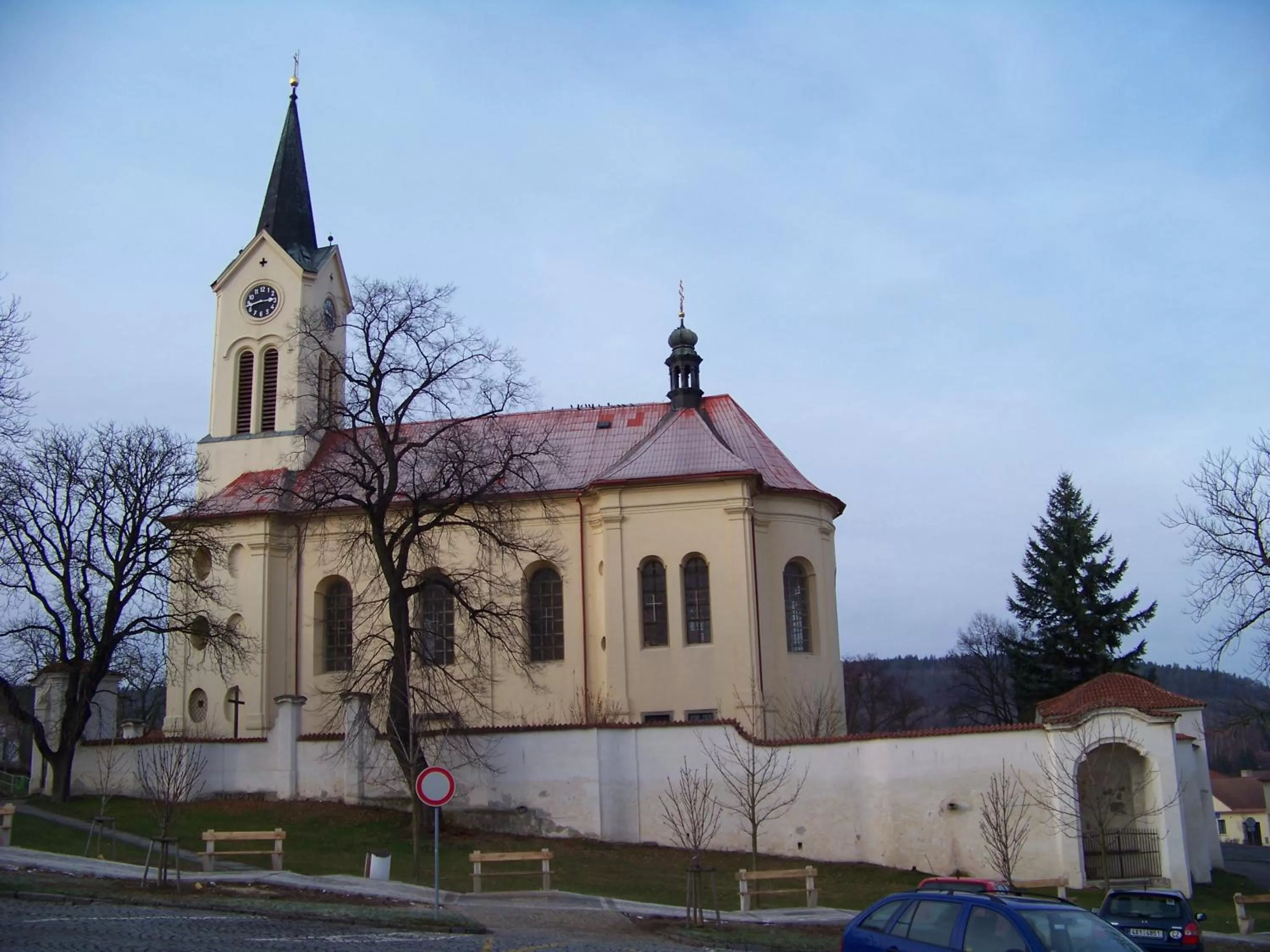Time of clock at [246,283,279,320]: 2:42
